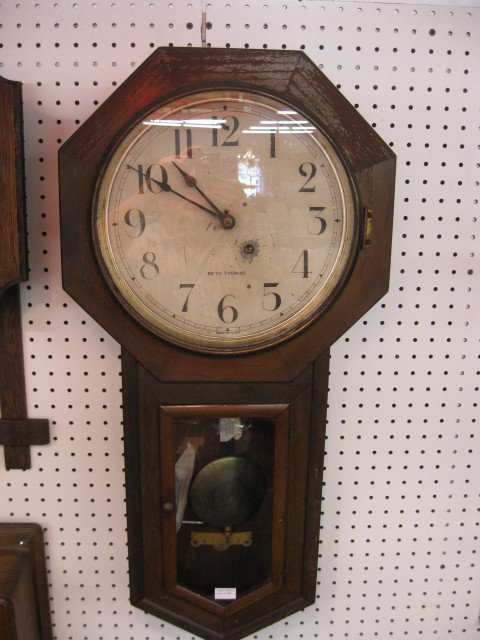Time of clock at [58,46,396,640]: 10:50
